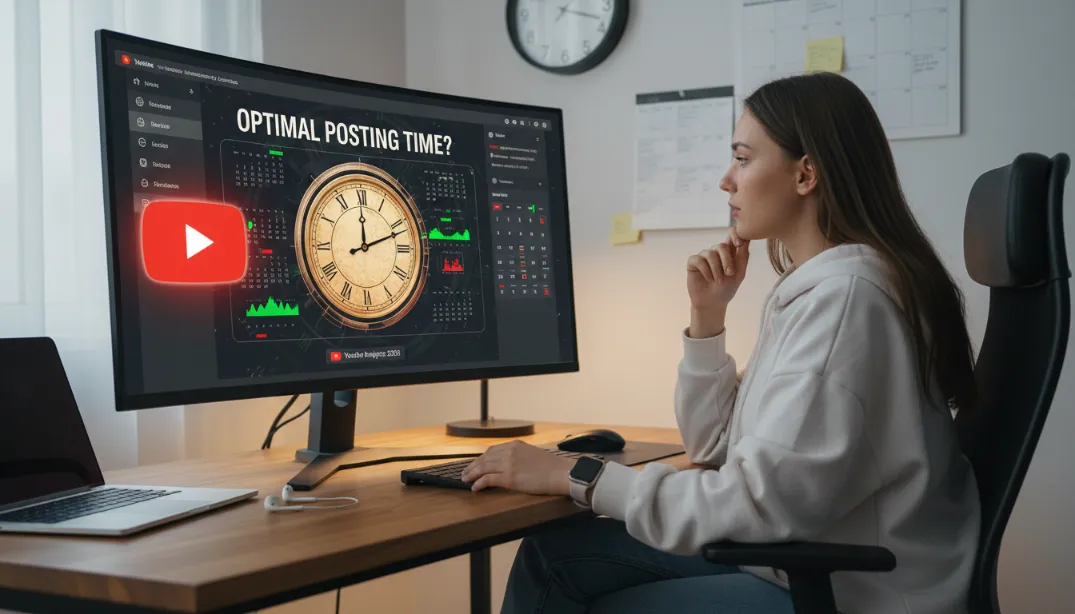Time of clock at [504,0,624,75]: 1:18
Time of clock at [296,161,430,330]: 12:11
